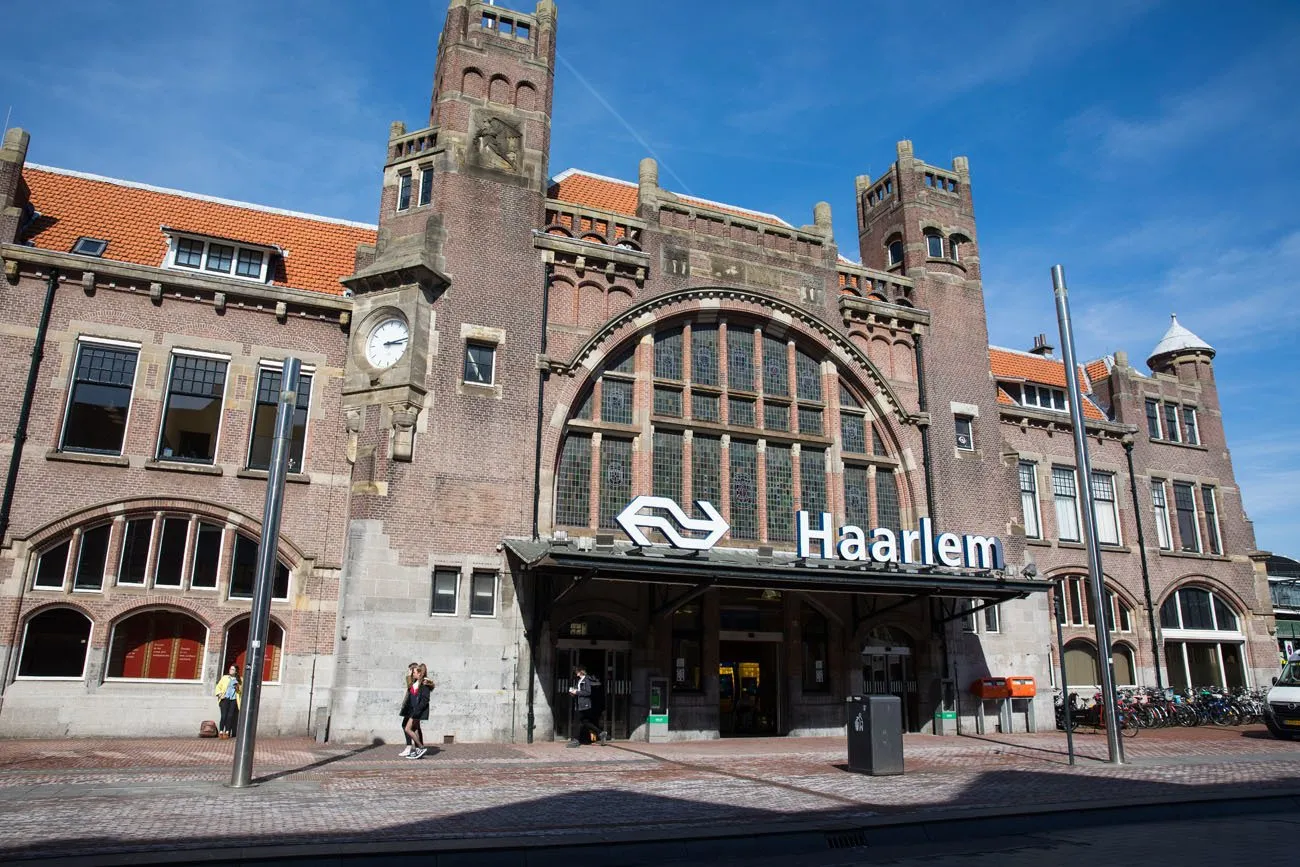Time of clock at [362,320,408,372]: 3:13
